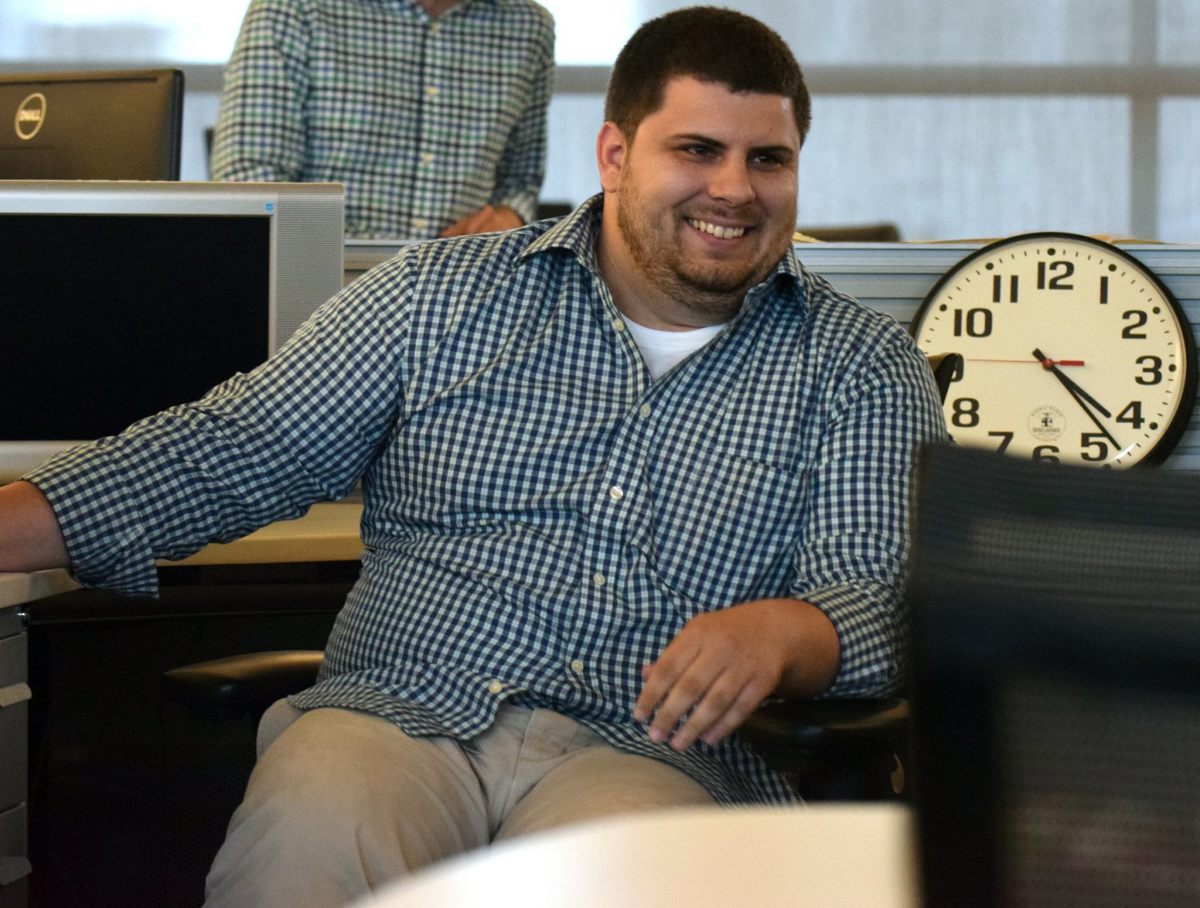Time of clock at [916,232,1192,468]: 4:23
